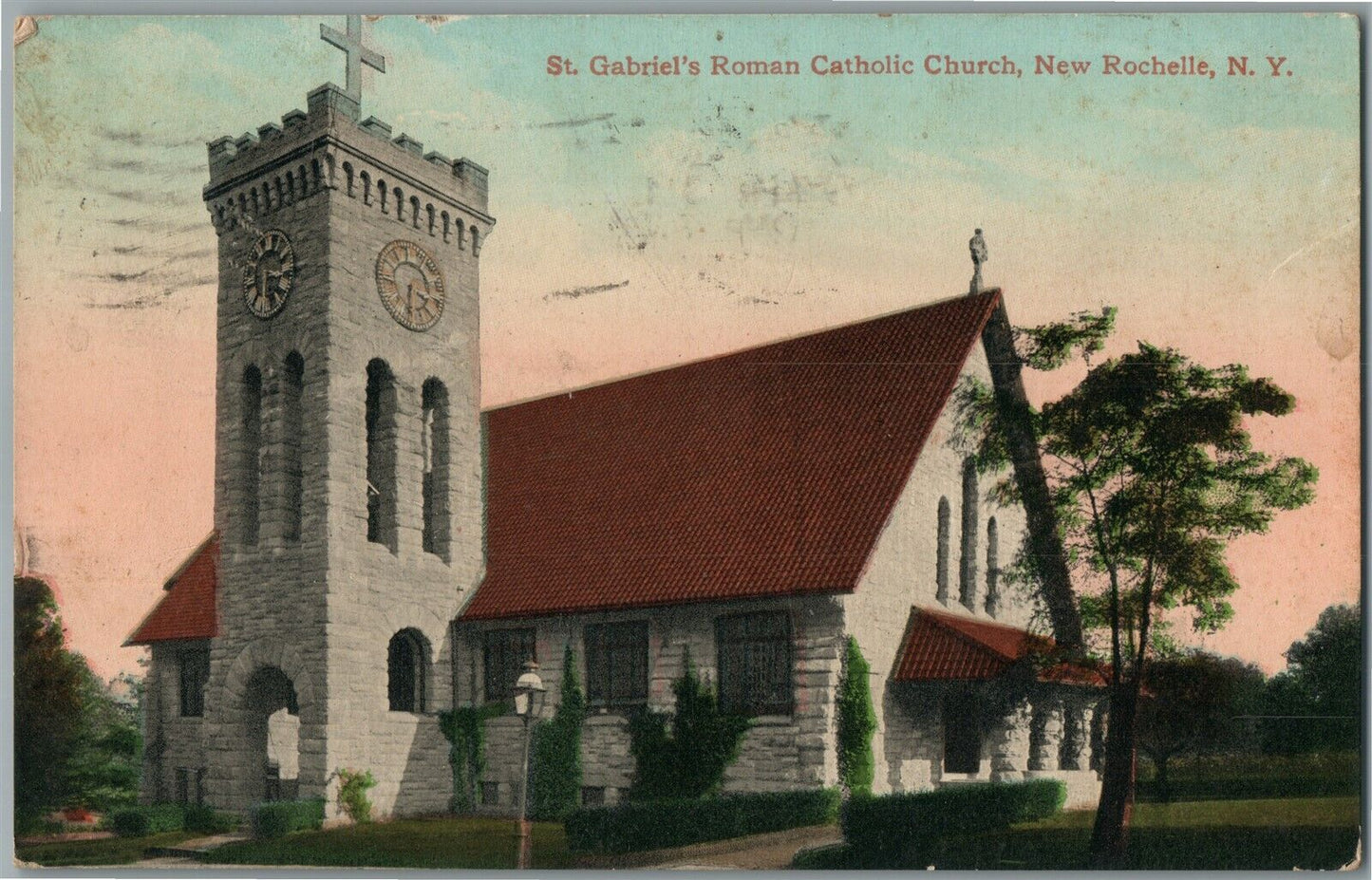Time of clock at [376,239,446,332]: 3:32
